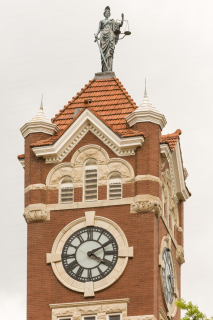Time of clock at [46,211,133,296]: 4:10
